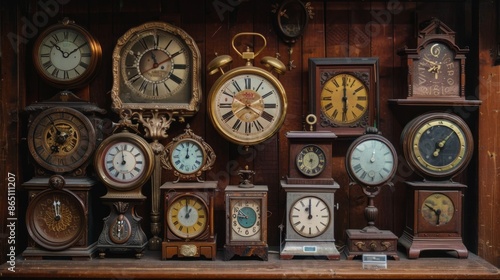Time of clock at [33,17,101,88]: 1:52
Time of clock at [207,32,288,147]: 3:49
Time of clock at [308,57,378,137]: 5:59
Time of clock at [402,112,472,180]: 7:07
